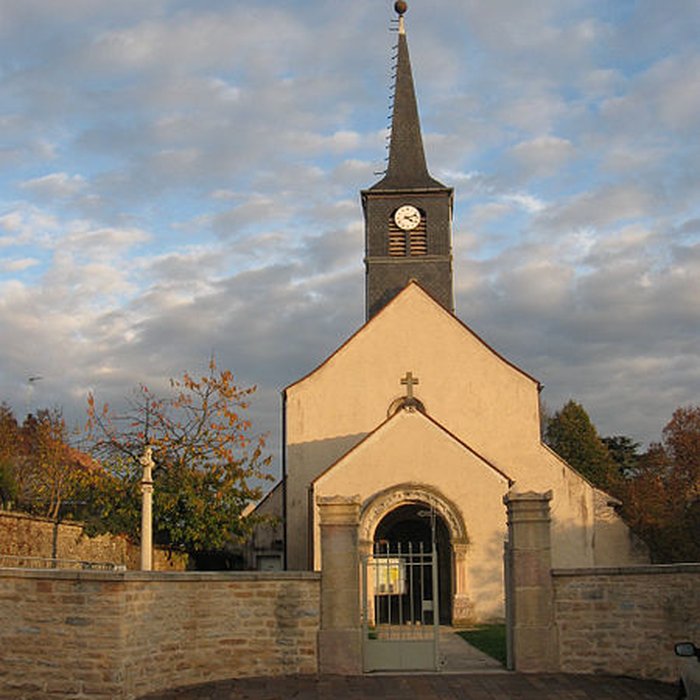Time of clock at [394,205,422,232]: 4:12
